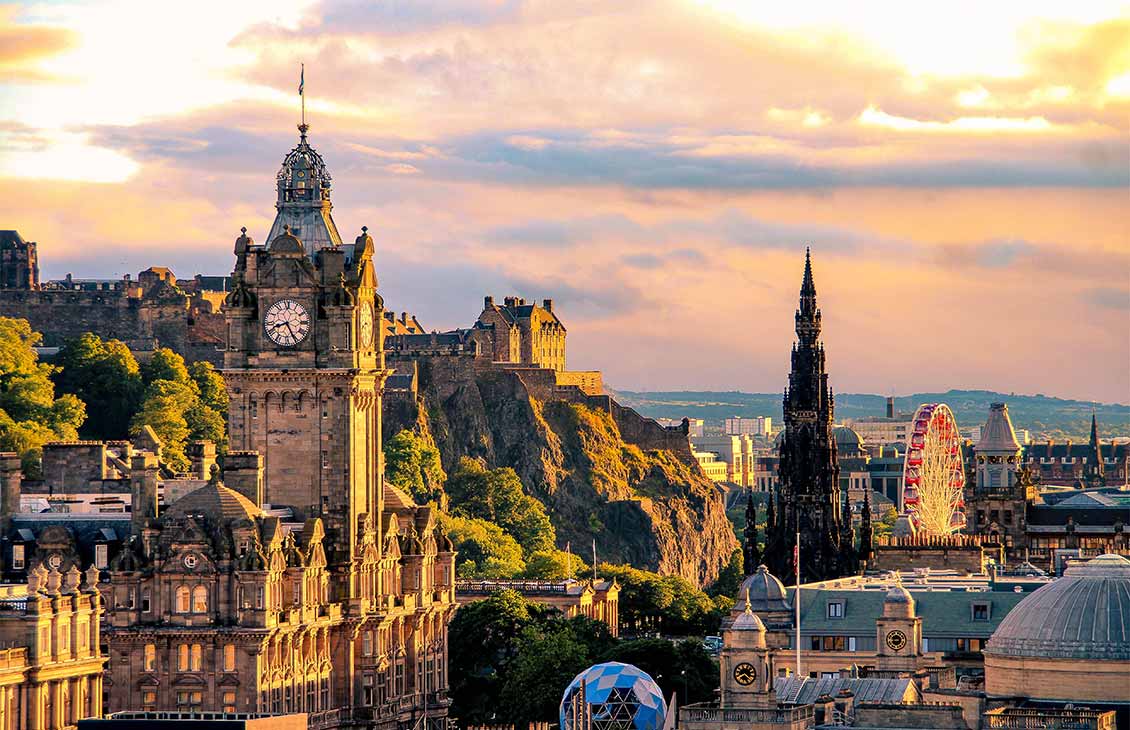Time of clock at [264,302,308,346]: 8:25
